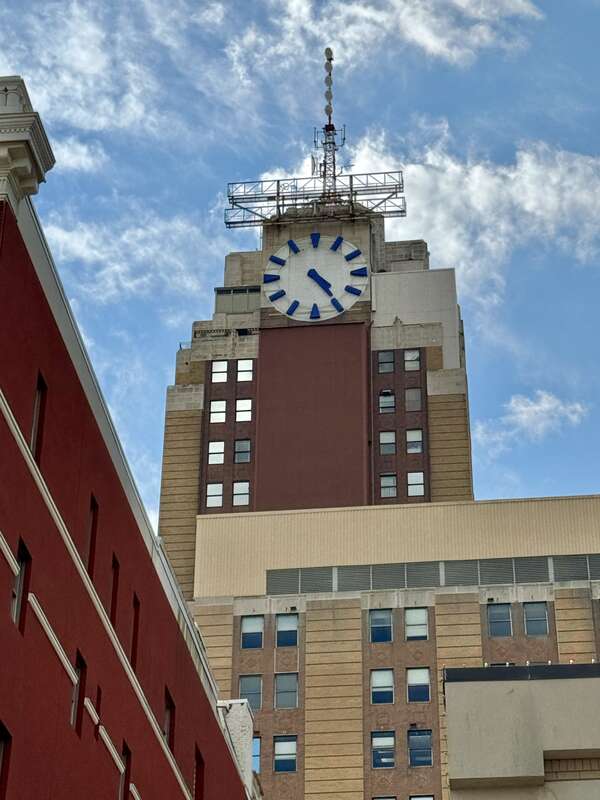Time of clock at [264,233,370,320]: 4:23
